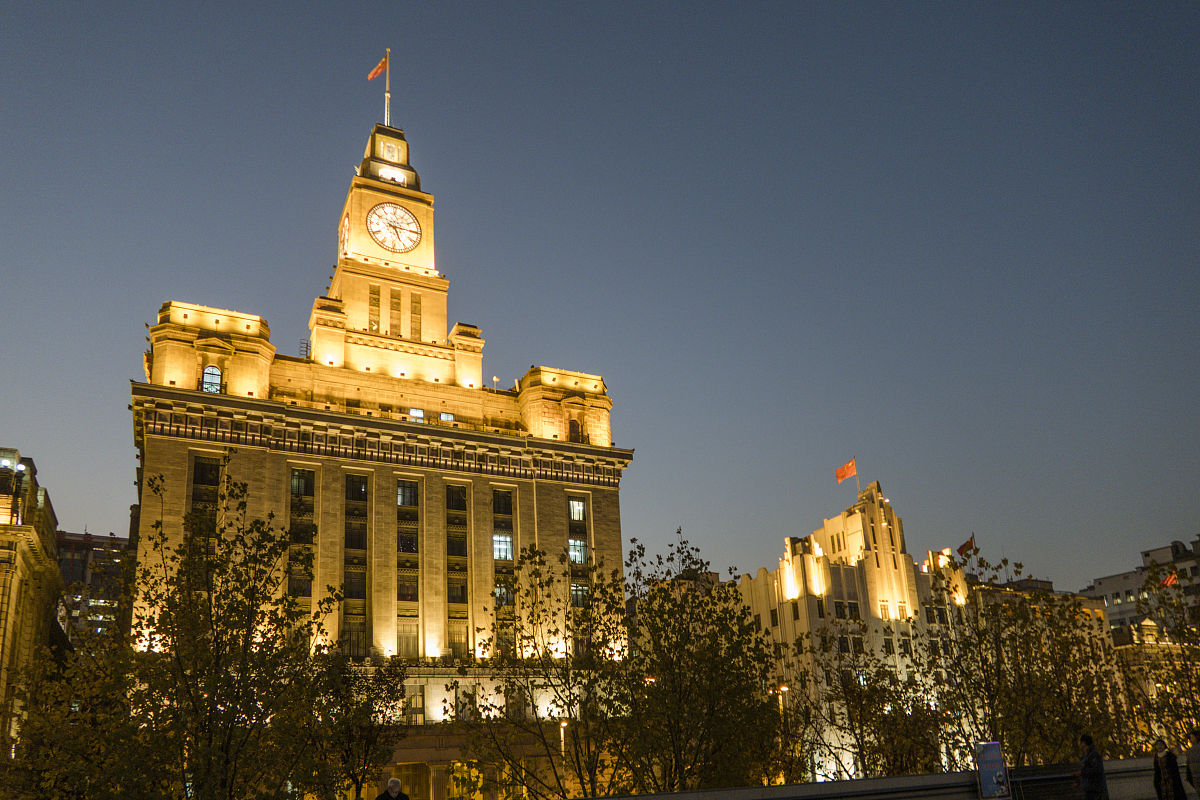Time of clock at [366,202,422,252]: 5:15
